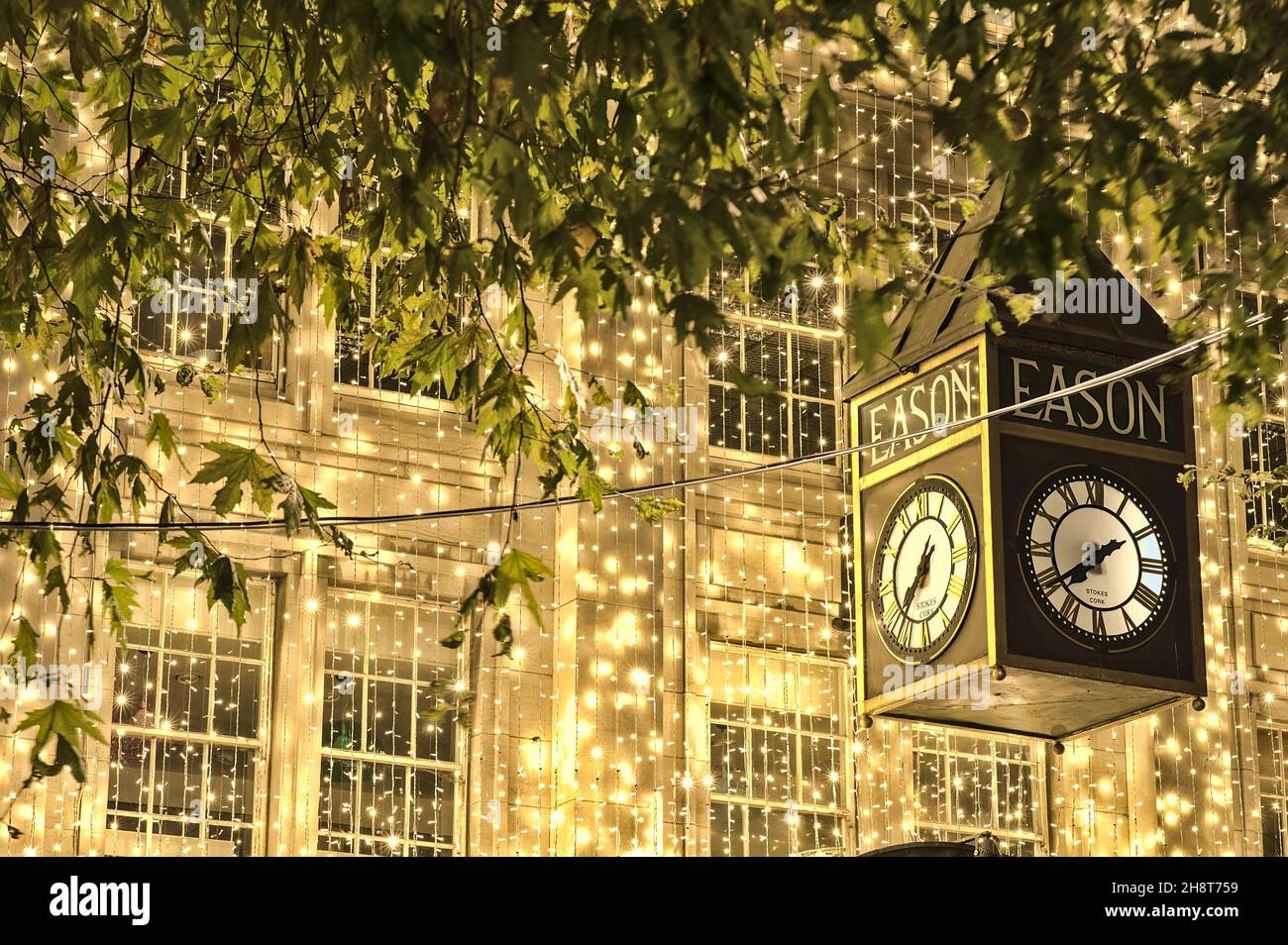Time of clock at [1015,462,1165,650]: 7:39
